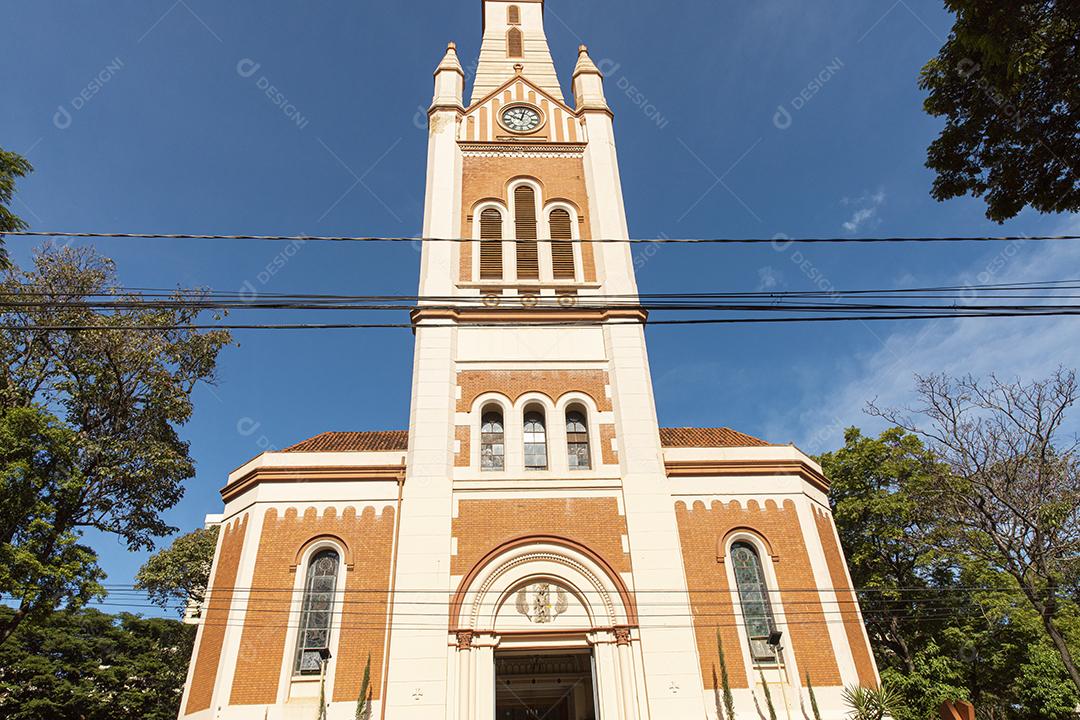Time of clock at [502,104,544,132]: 10:02
